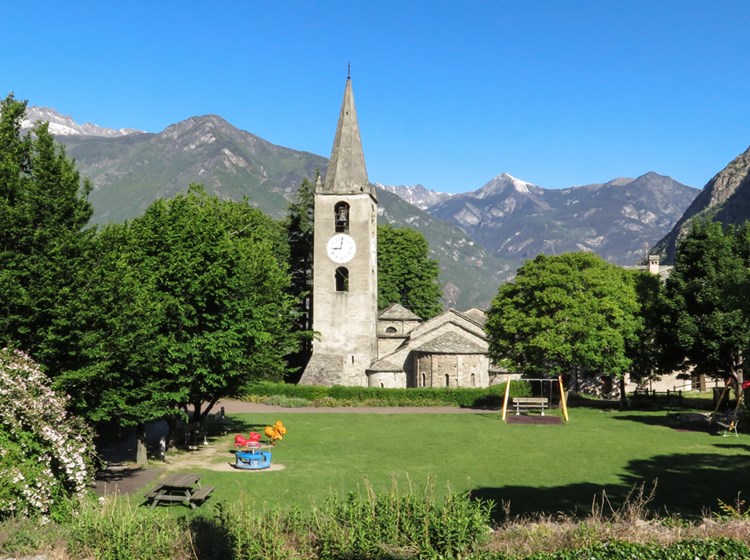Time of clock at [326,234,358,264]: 9:01
